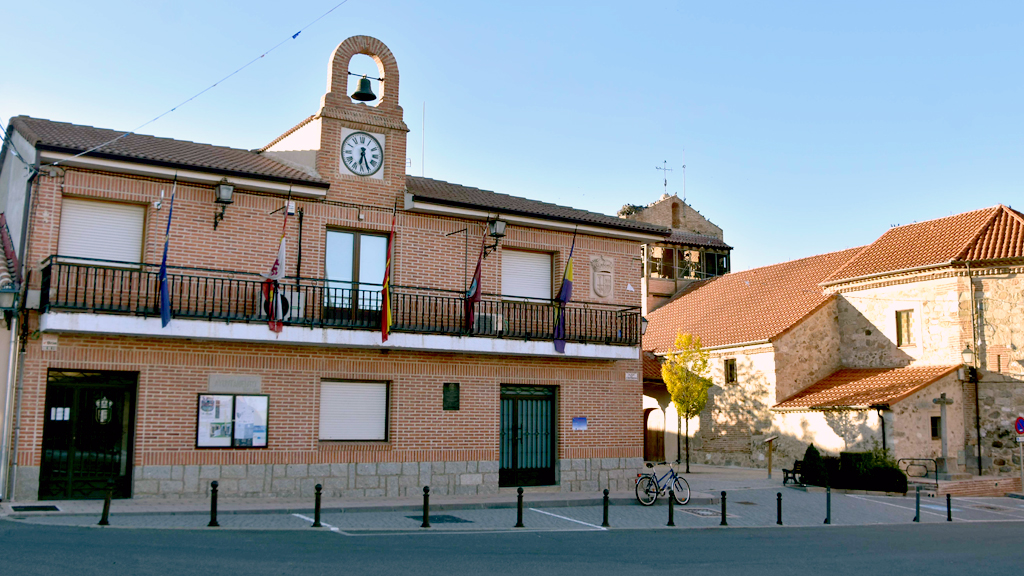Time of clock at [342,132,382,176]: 6:26
